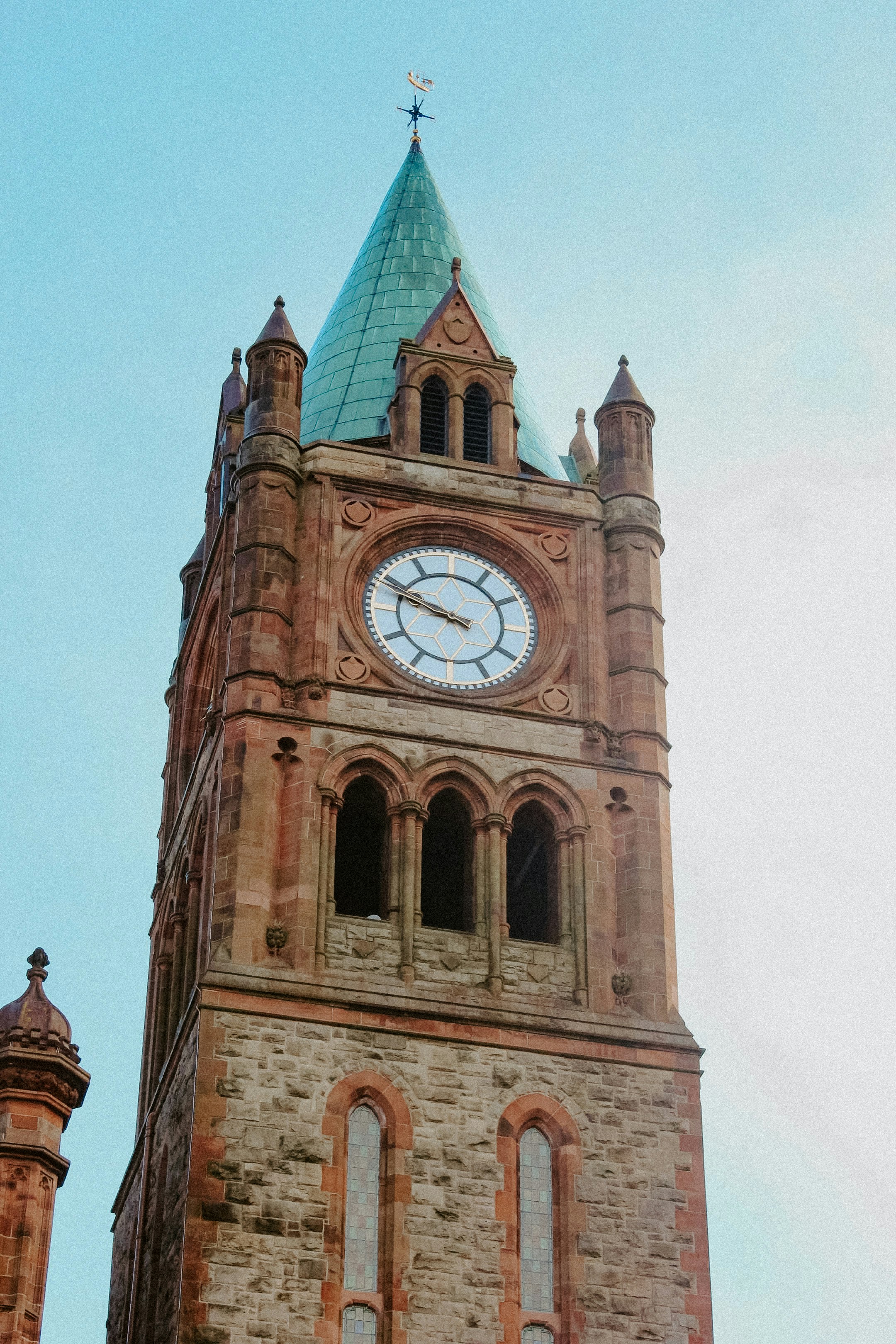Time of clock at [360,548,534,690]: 9:48
